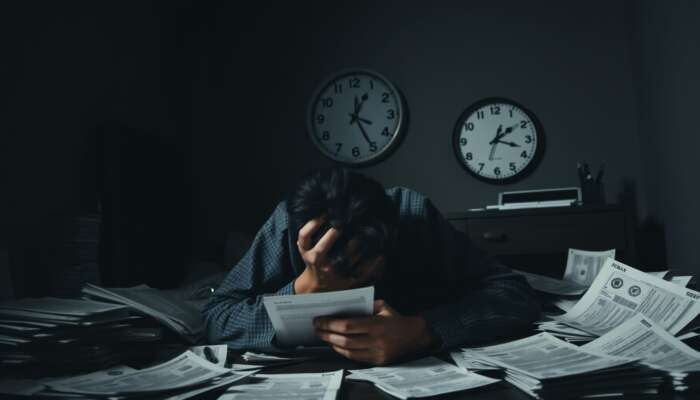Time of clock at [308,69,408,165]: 12:25
